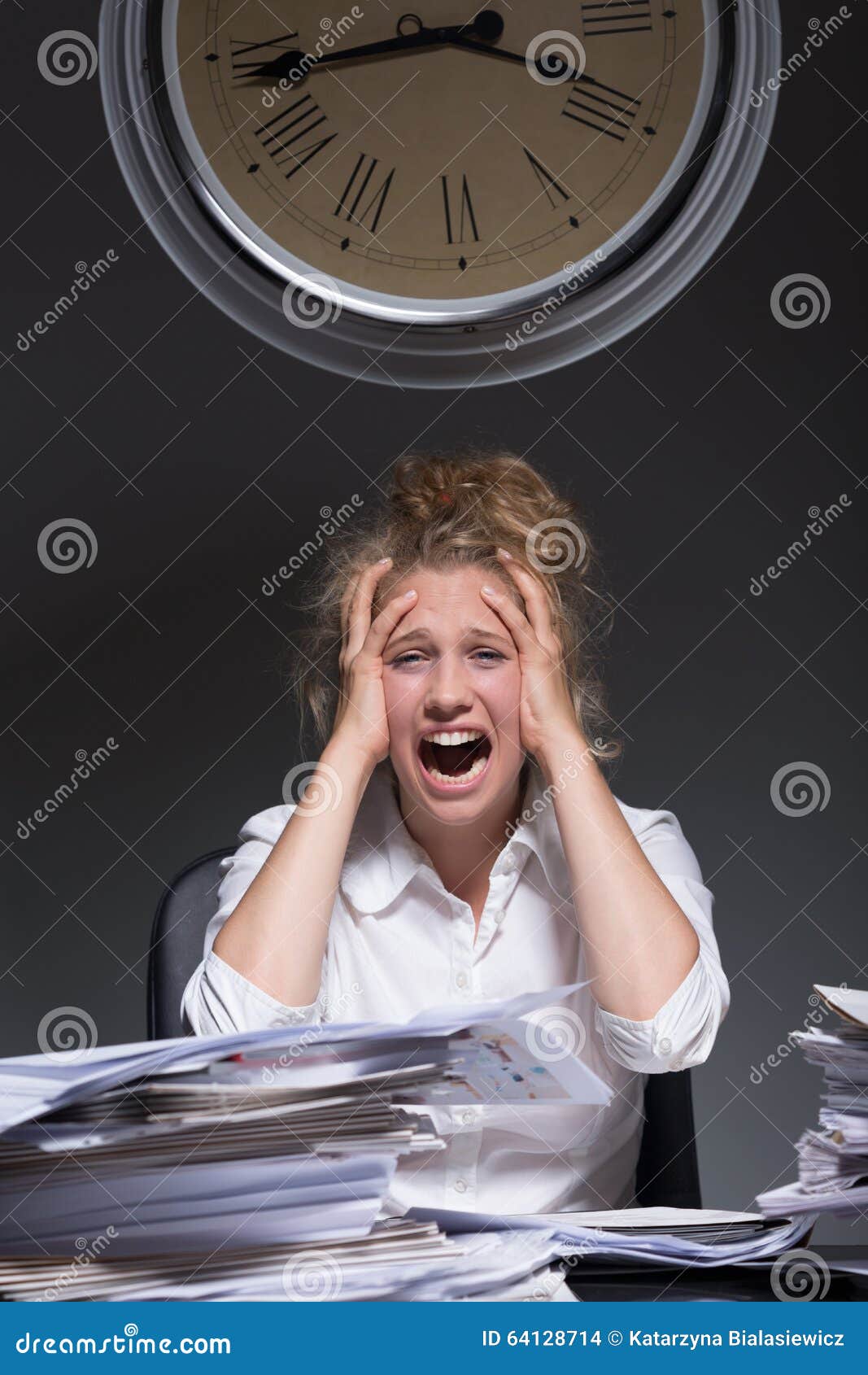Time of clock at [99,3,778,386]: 3:43
